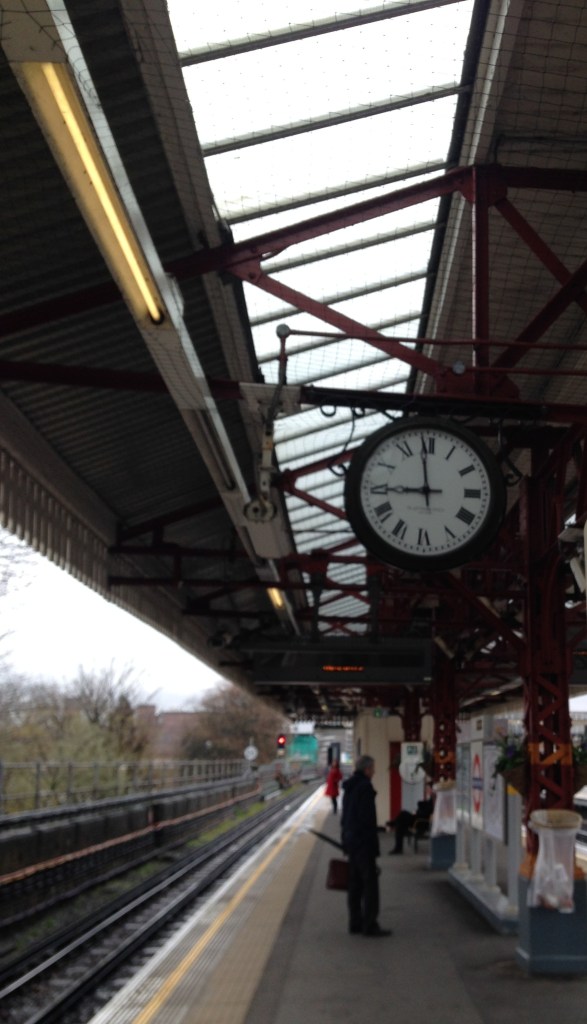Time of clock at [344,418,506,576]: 8:58
